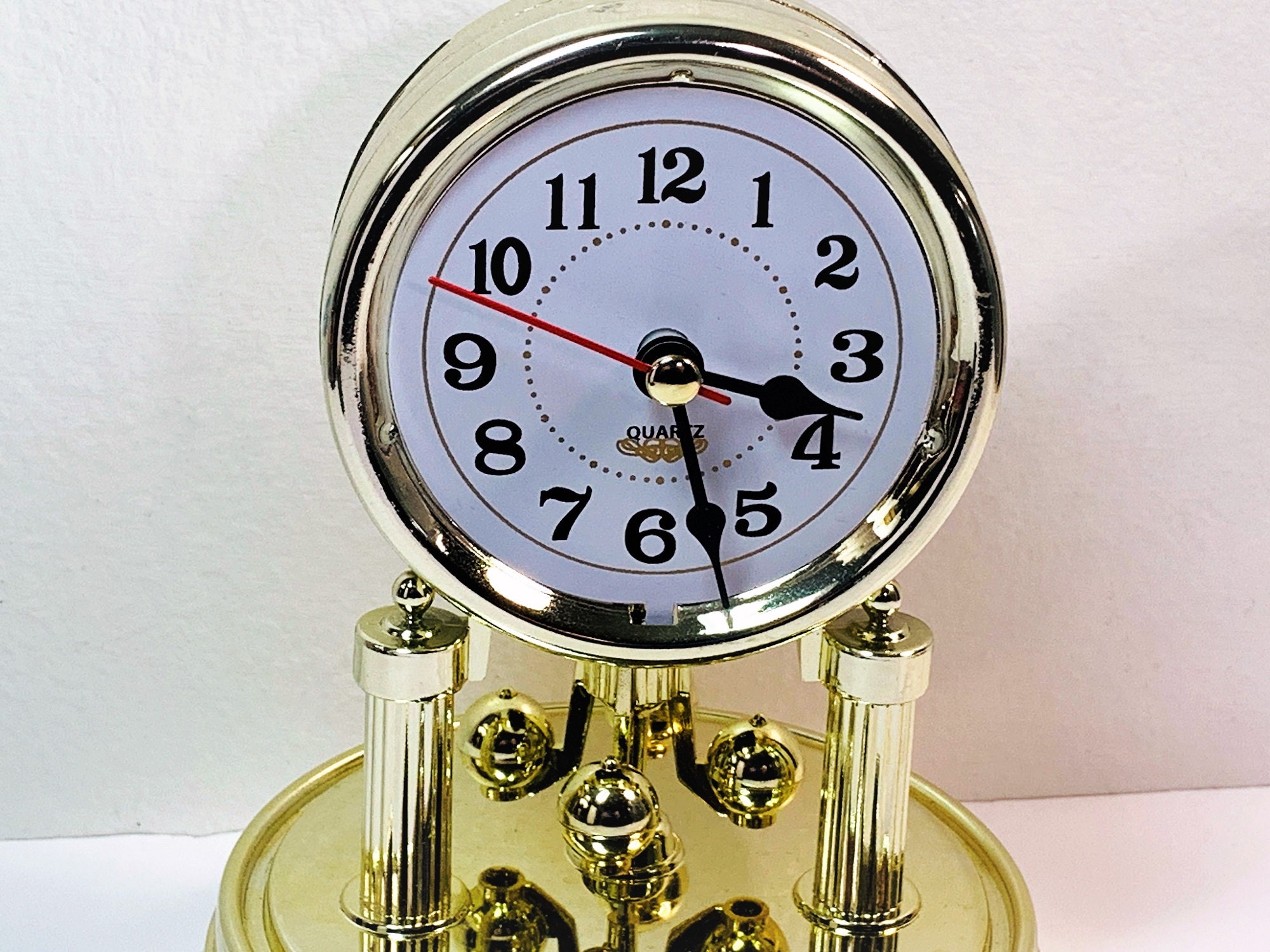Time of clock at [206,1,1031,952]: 3:27
